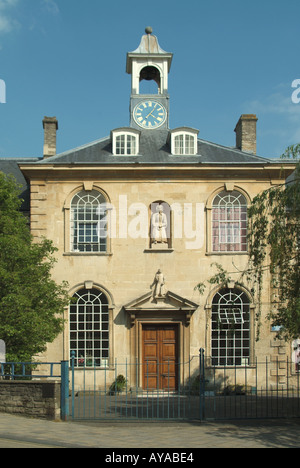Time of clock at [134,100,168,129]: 4:06
